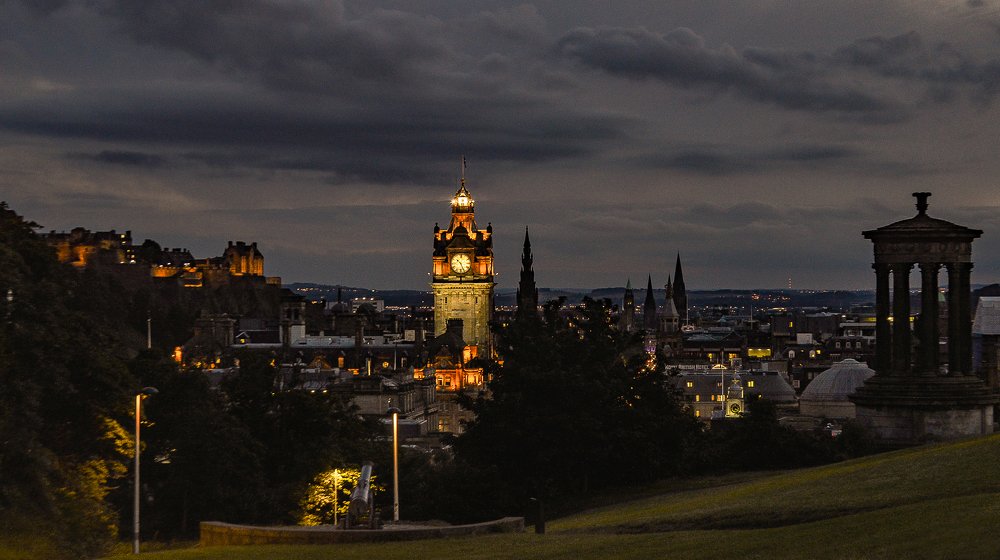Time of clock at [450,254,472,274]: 10:26
